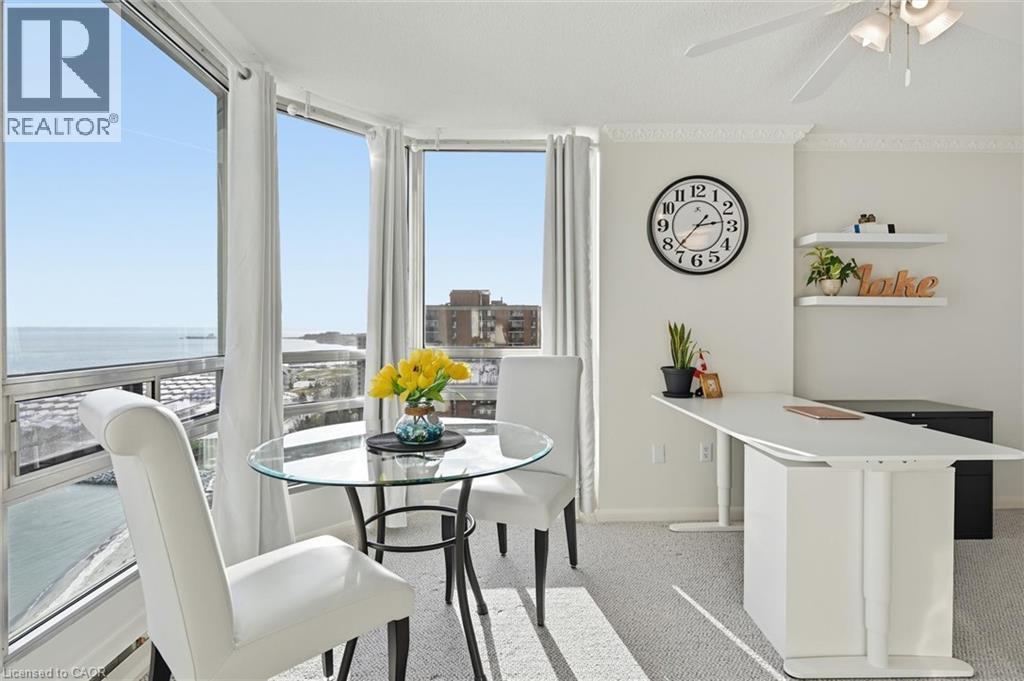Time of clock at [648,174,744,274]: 2:37
